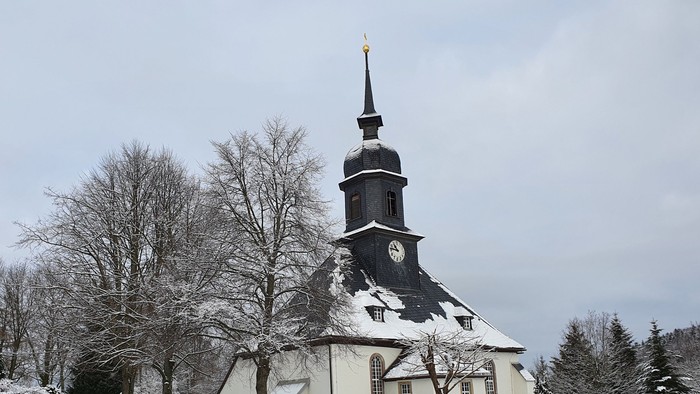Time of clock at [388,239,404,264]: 10:46
